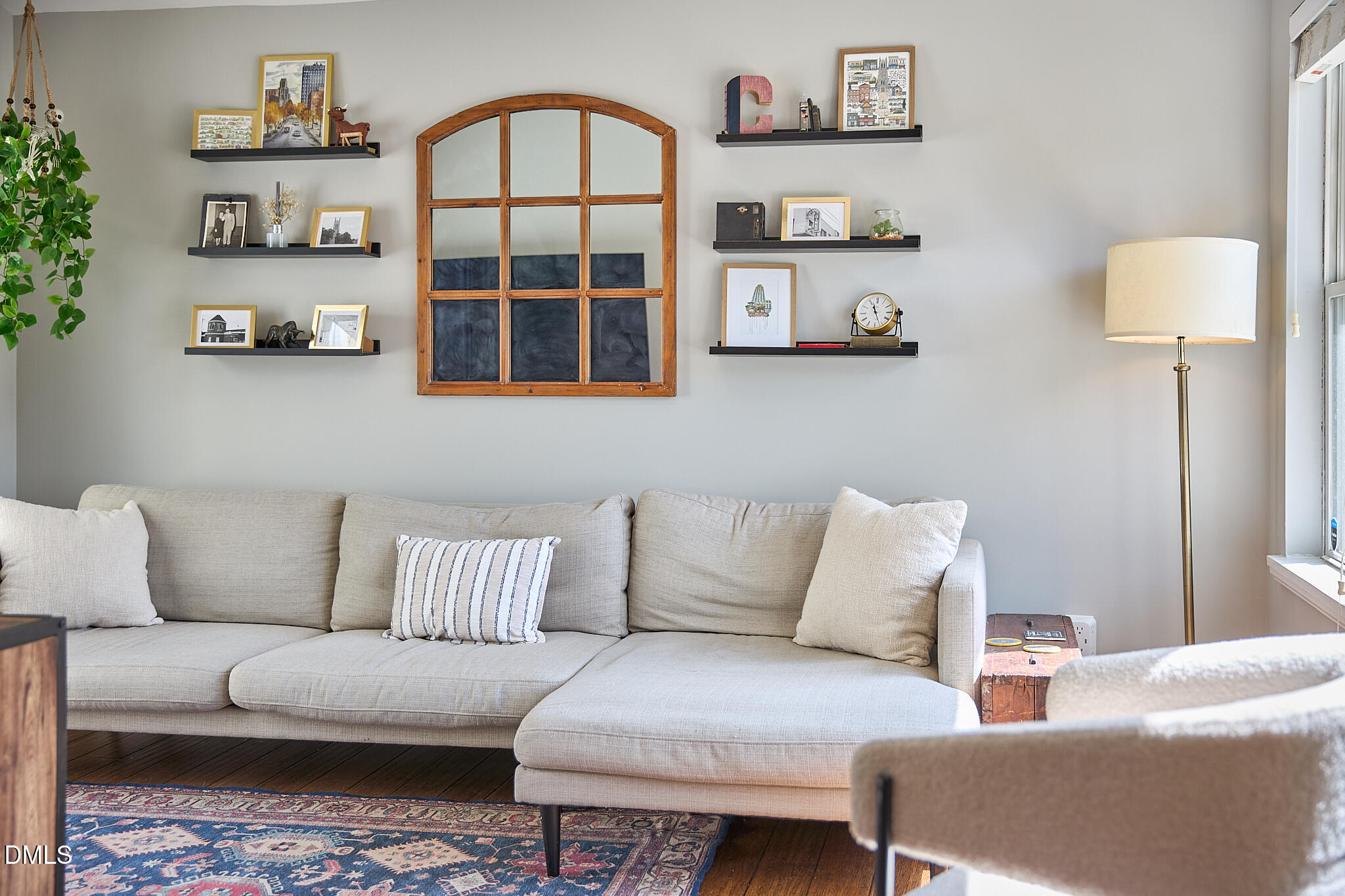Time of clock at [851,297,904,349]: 11:26
